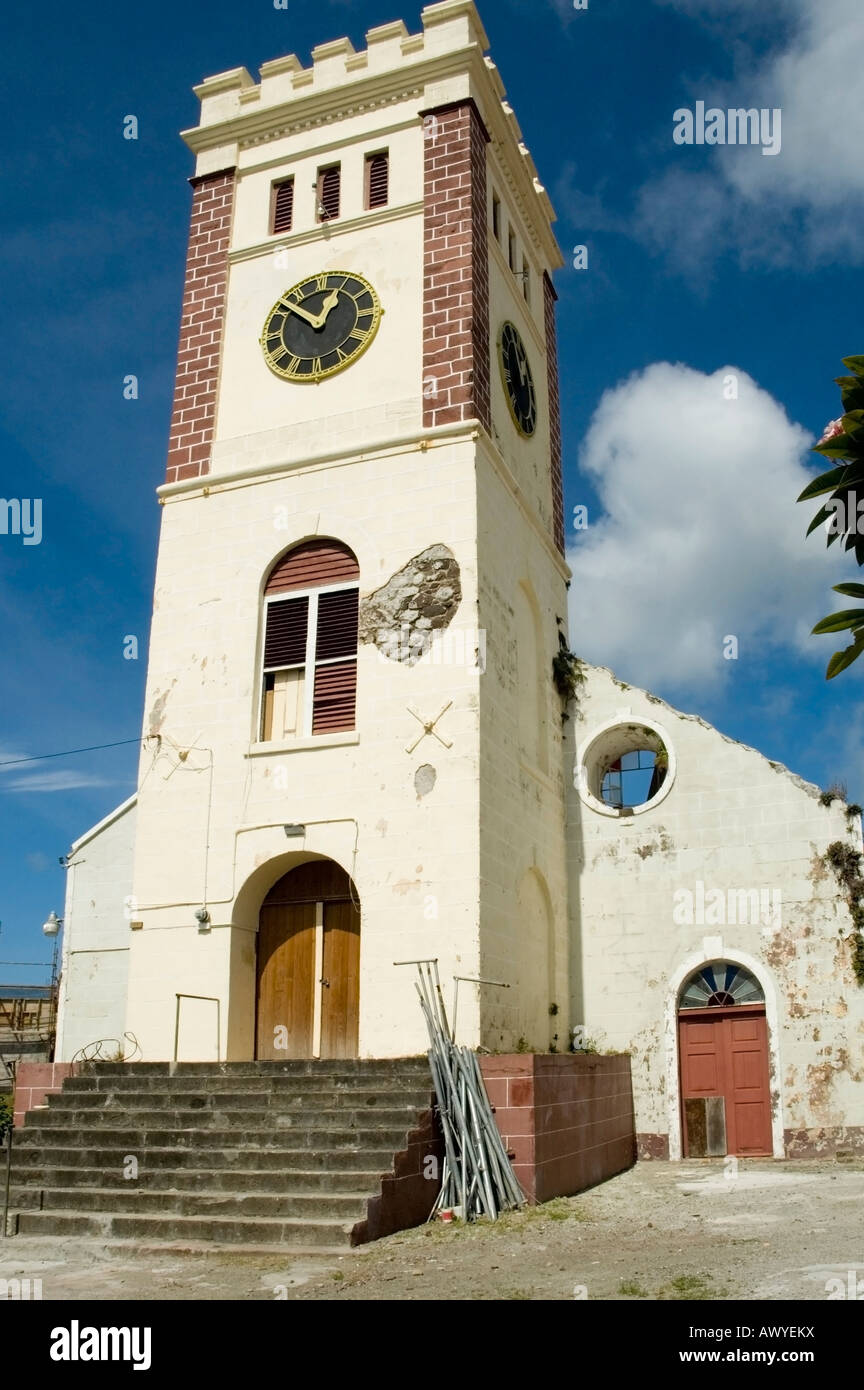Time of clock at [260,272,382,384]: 12:52
